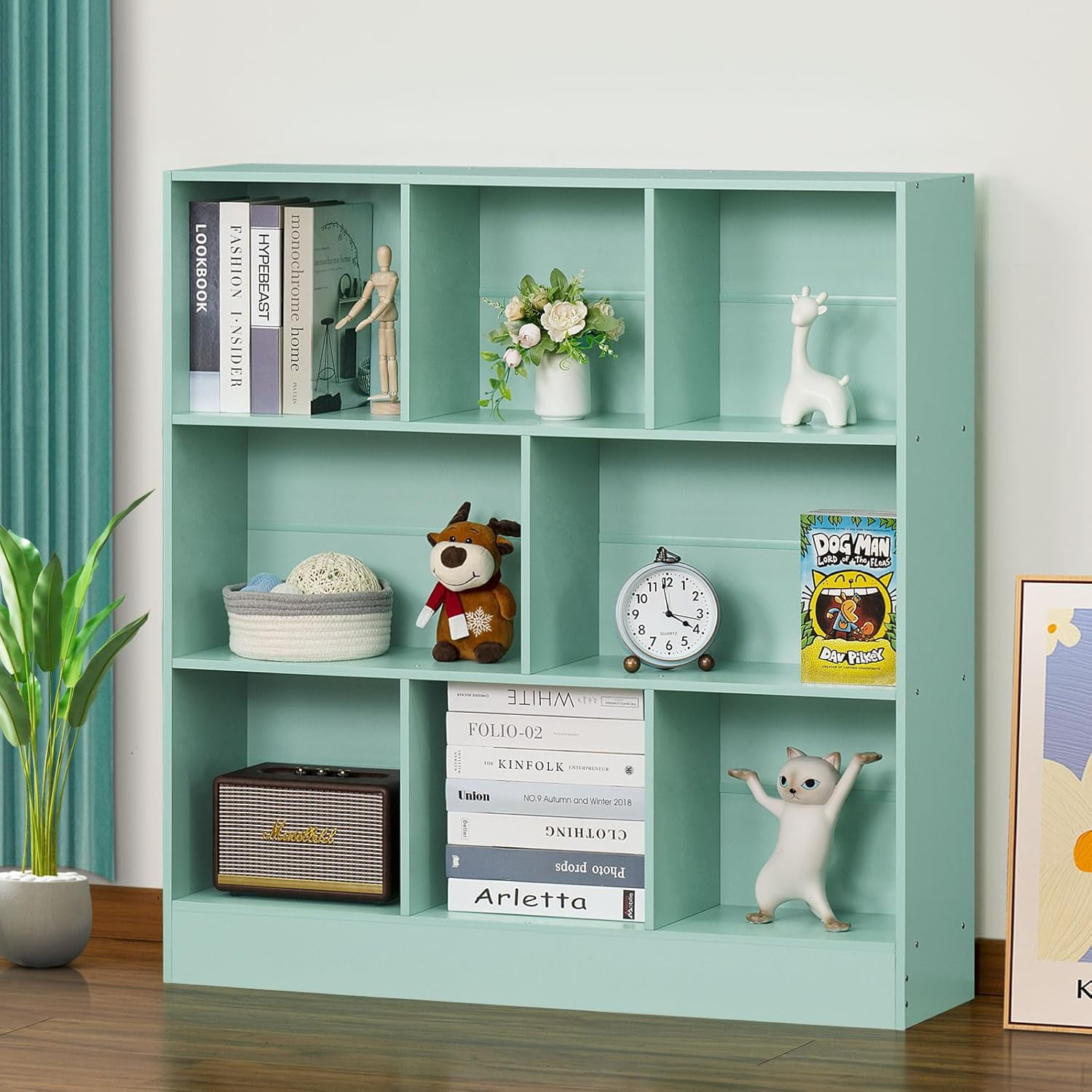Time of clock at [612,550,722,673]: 3:58
